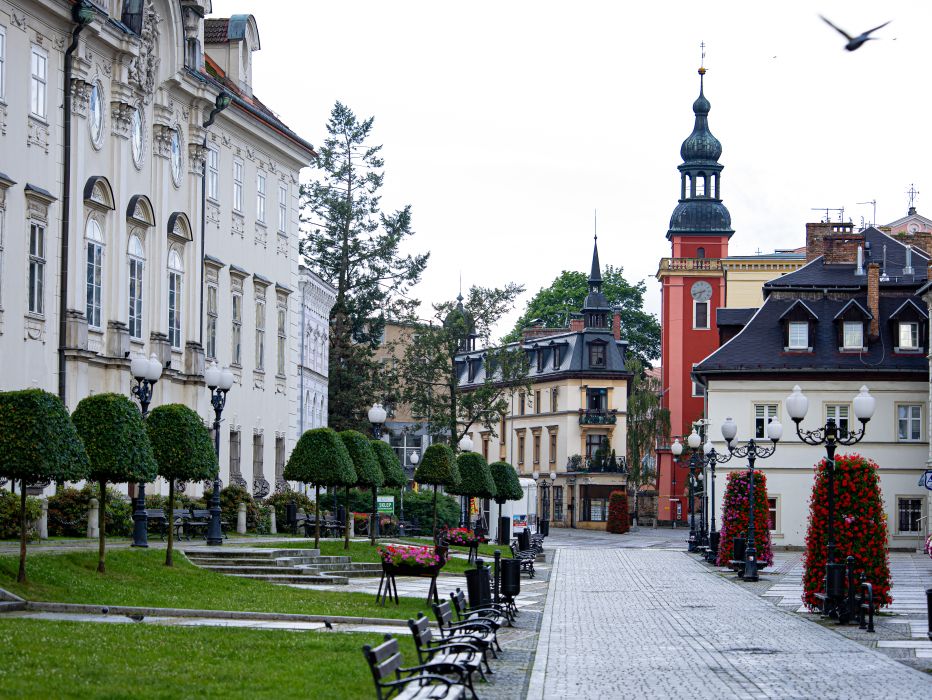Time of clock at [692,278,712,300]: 6:41
